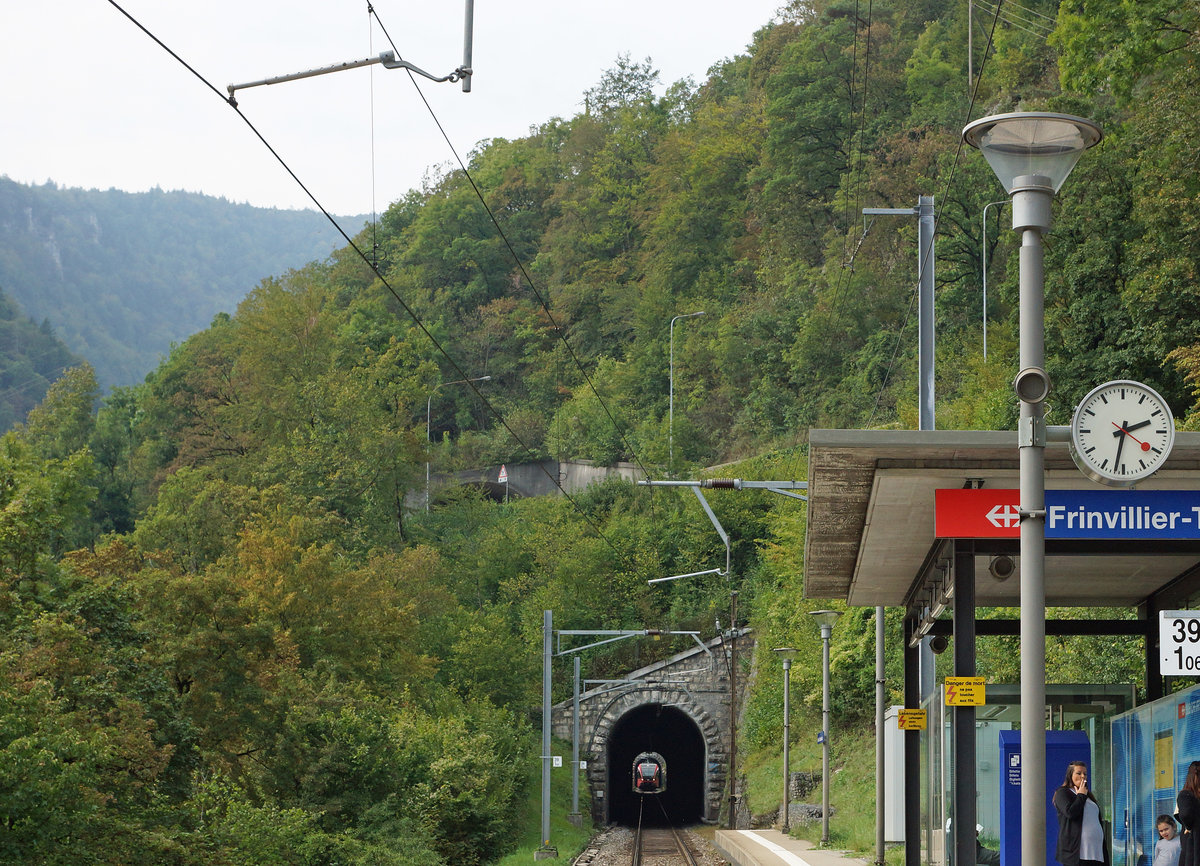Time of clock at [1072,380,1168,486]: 2:32
